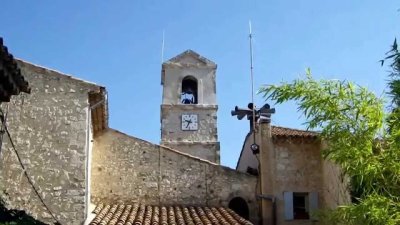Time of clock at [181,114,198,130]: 9:34
